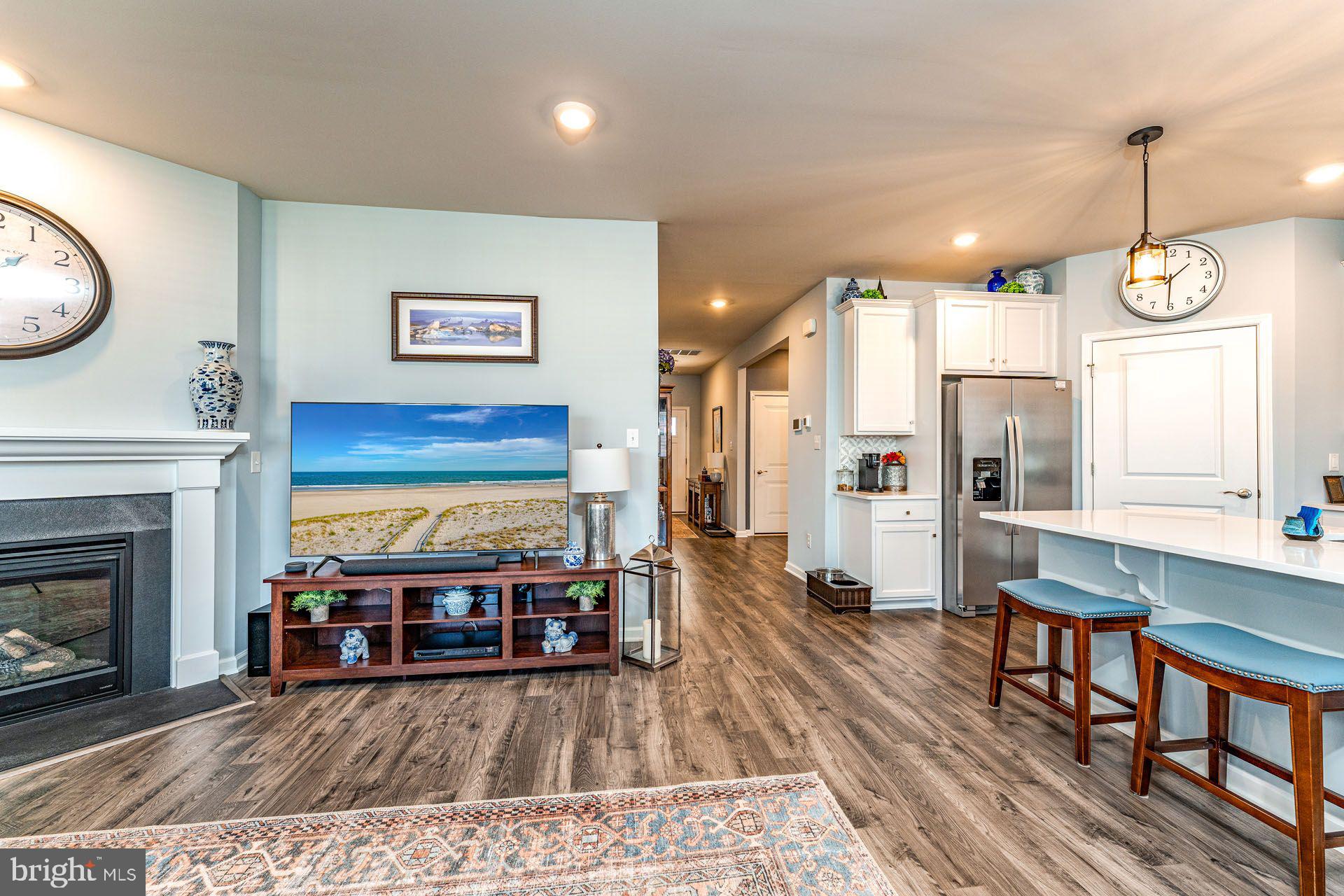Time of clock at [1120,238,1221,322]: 1:30
